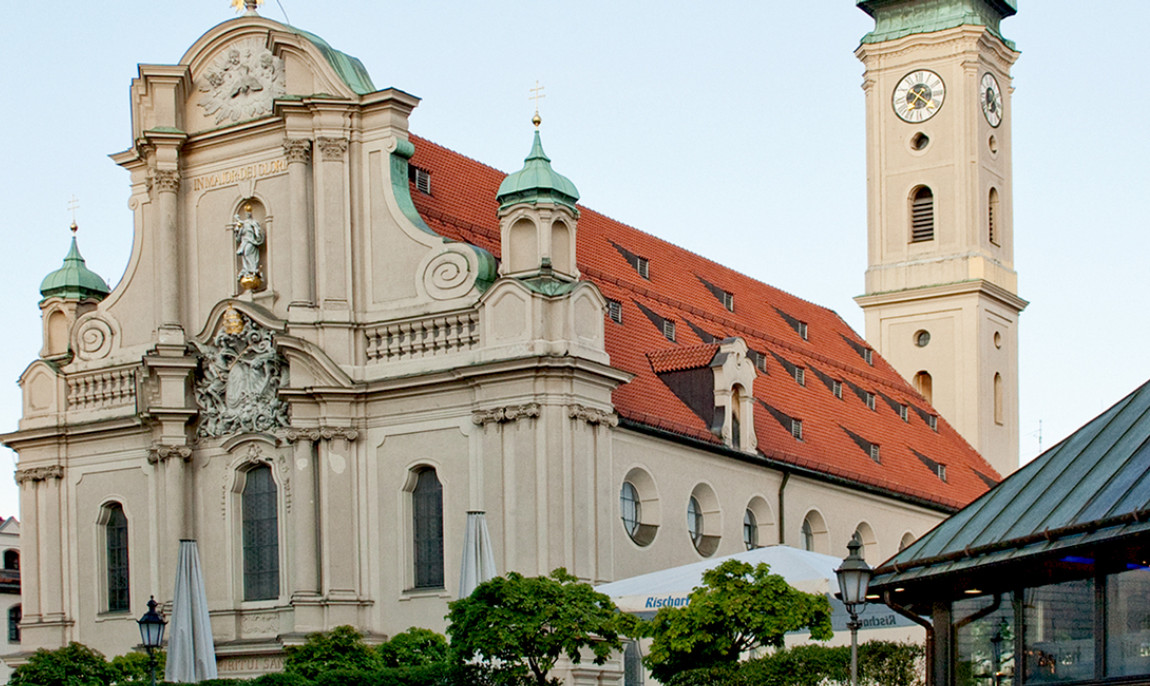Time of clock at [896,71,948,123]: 7:21
